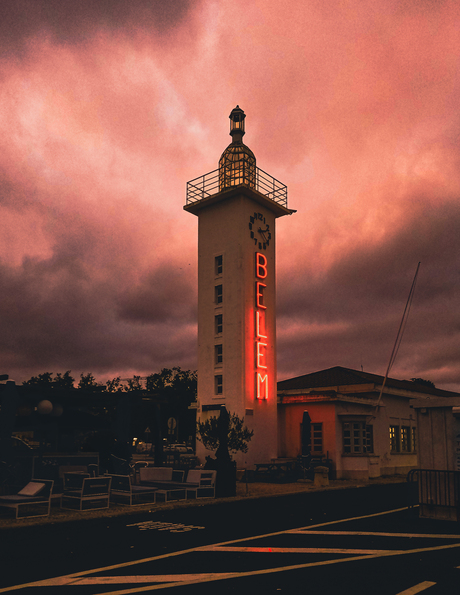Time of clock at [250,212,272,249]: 2:23
